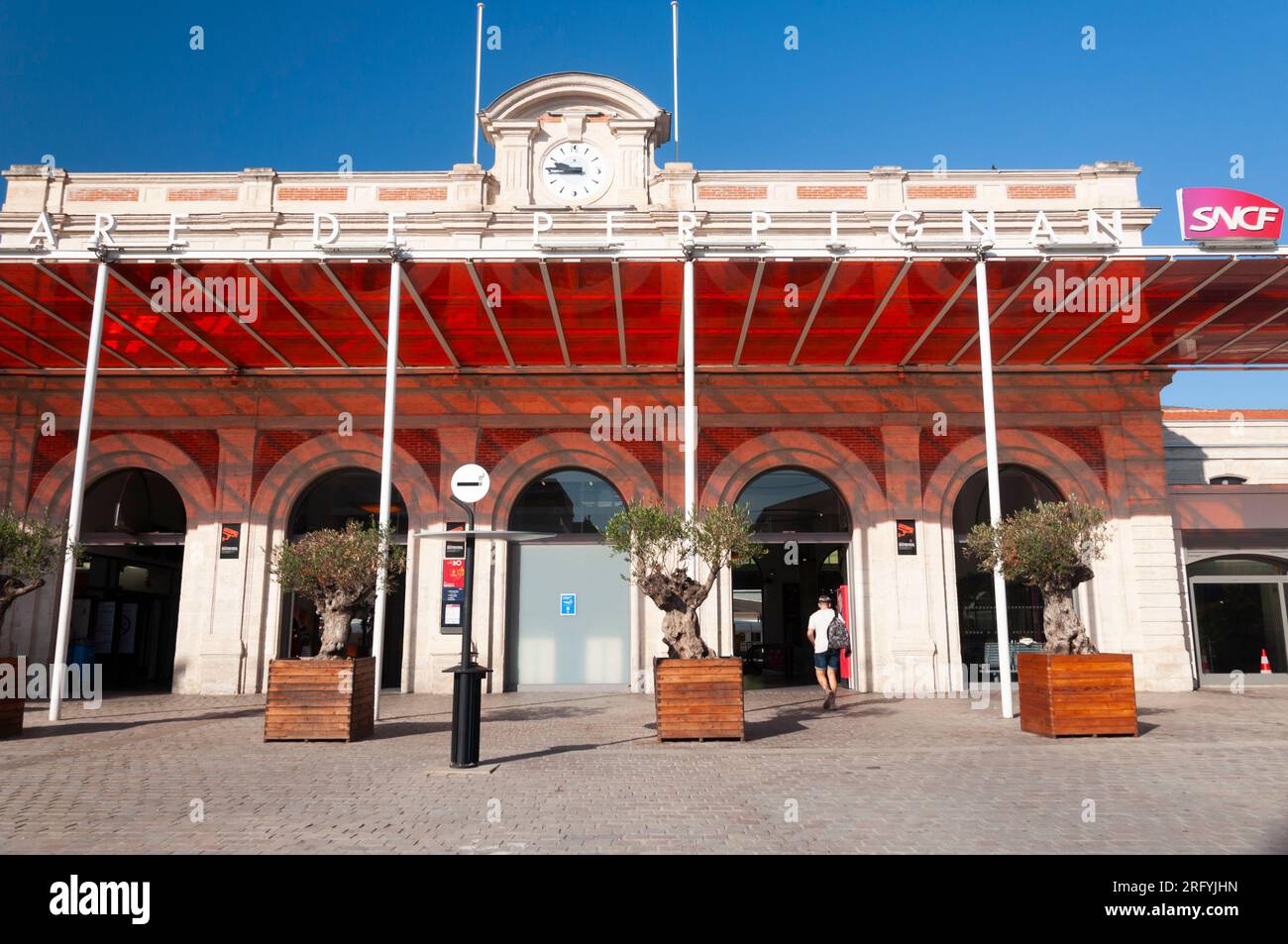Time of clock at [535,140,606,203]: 9:45
